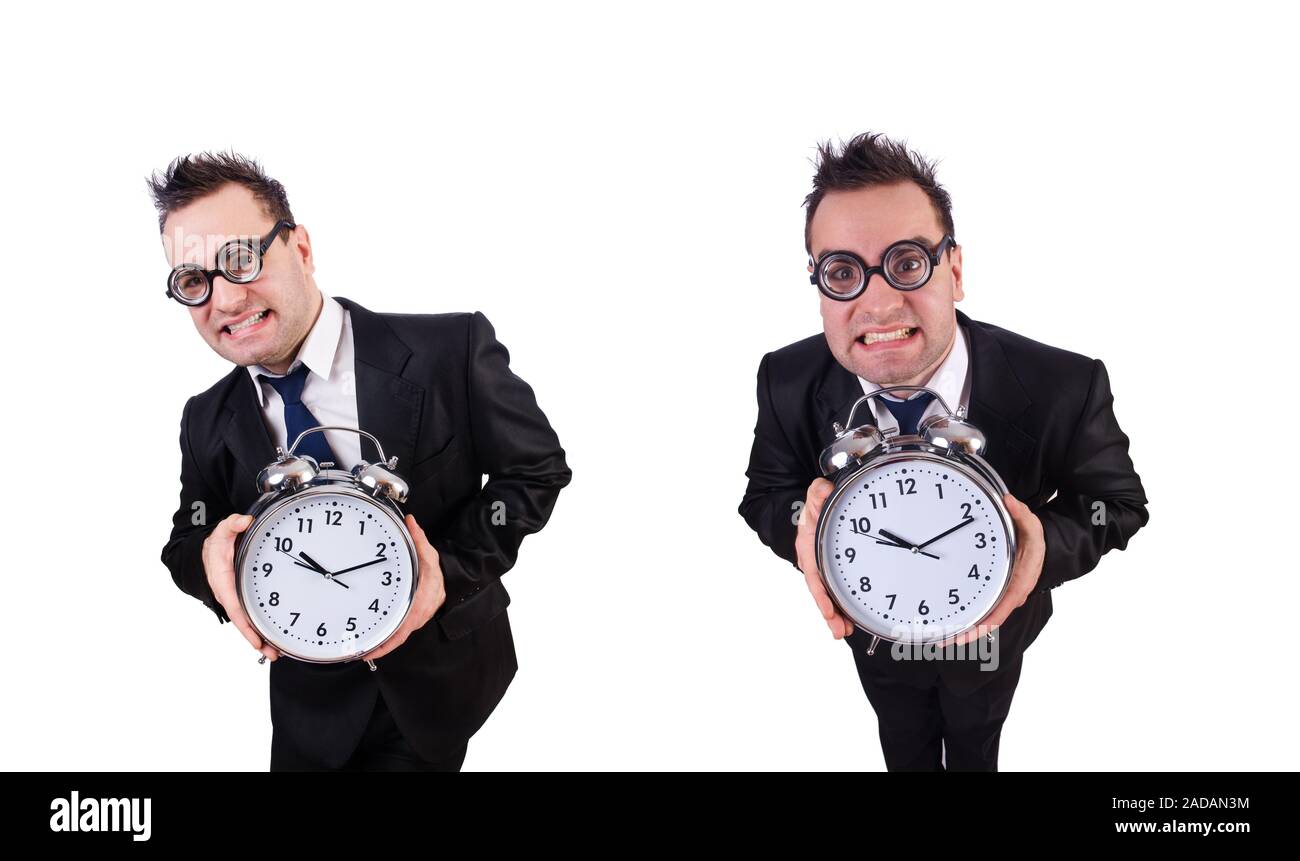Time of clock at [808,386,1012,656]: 10:11
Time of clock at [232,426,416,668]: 10:11
